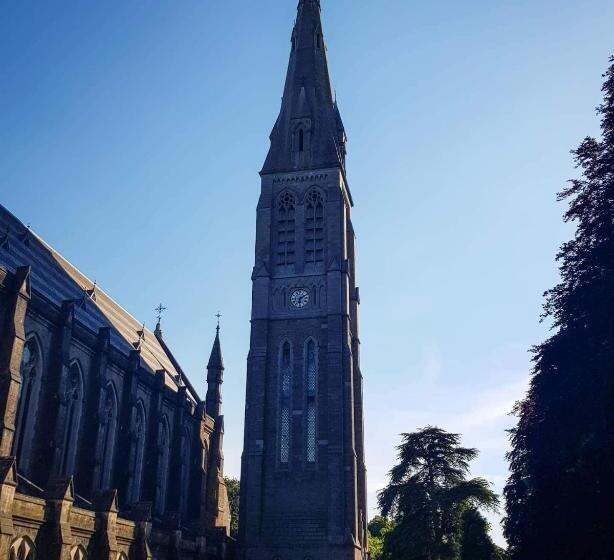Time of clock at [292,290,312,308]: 6:10
